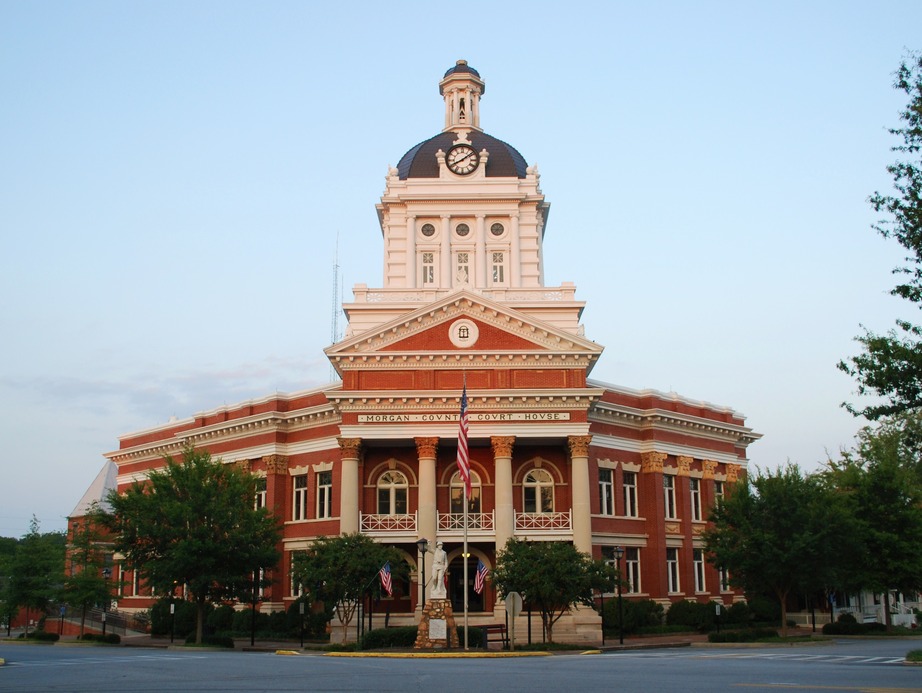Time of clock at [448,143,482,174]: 8:08
